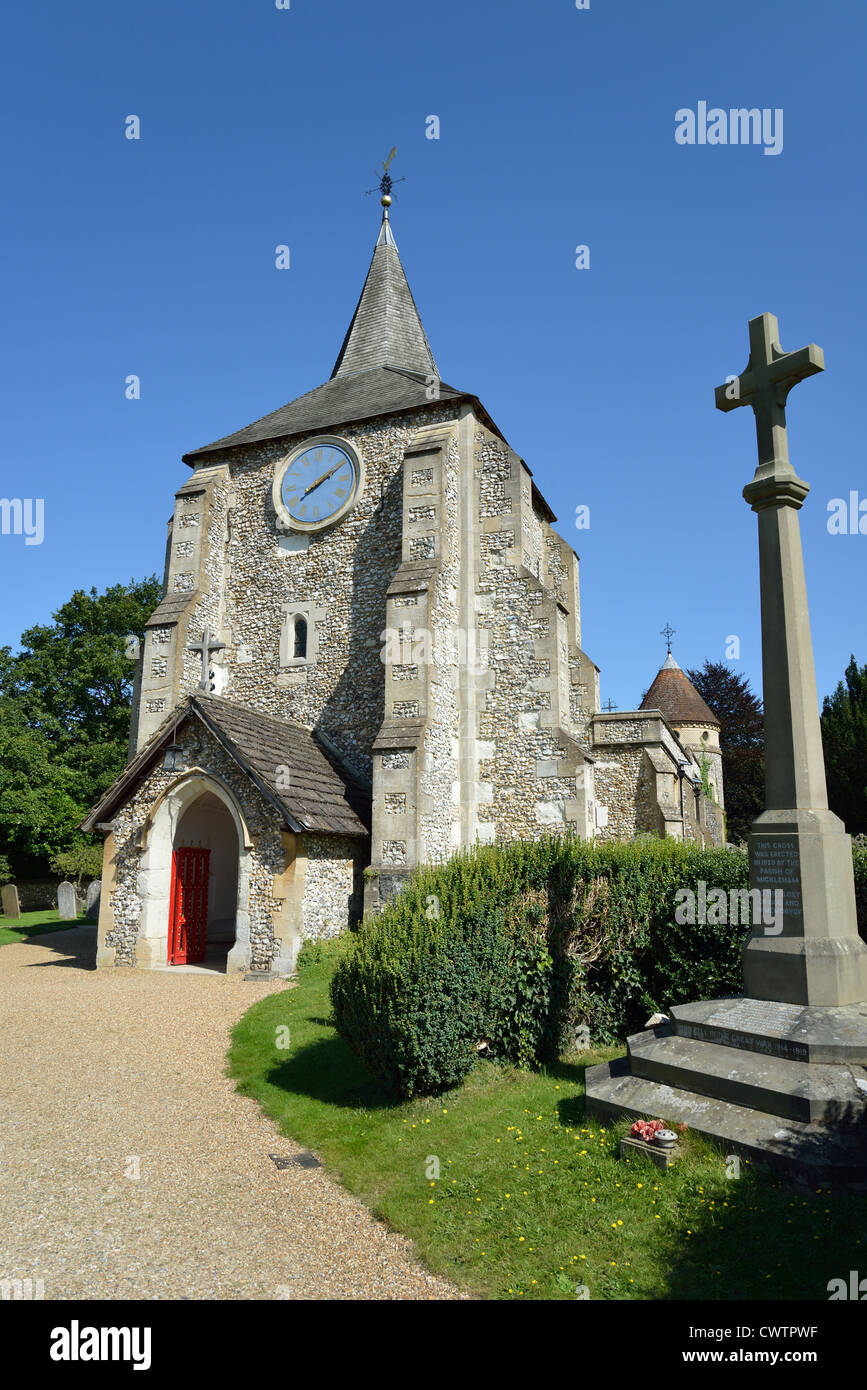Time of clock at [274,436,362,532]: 2:09
